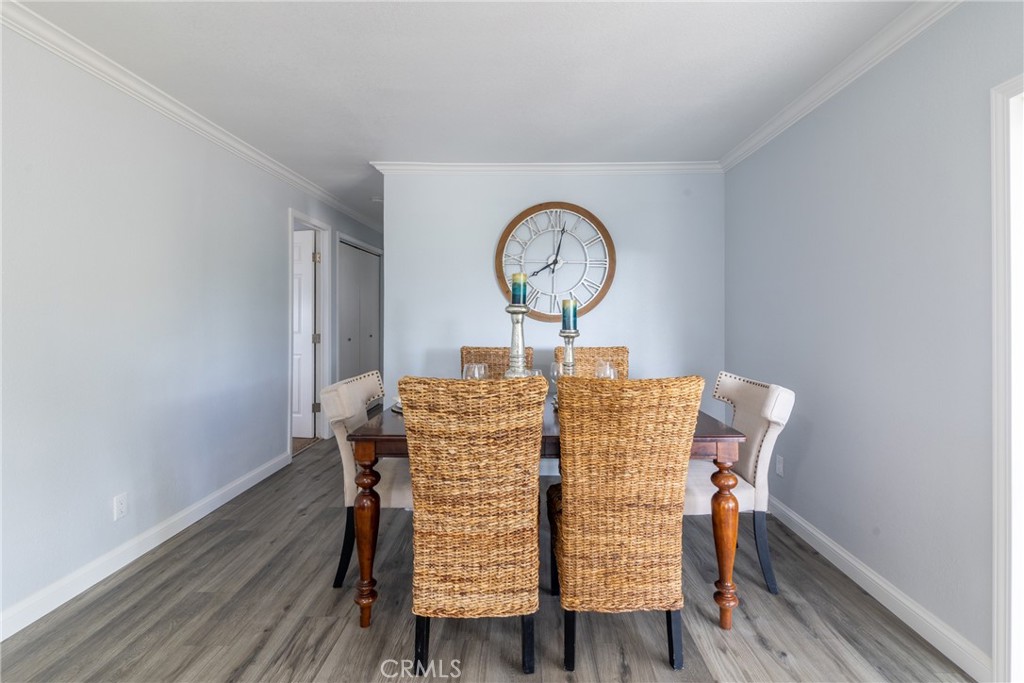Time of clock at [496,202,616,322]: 8:02
